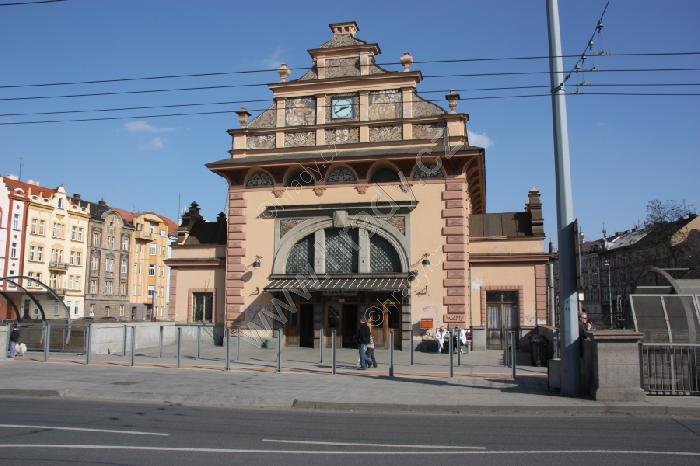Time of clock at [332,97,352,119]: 2:40
